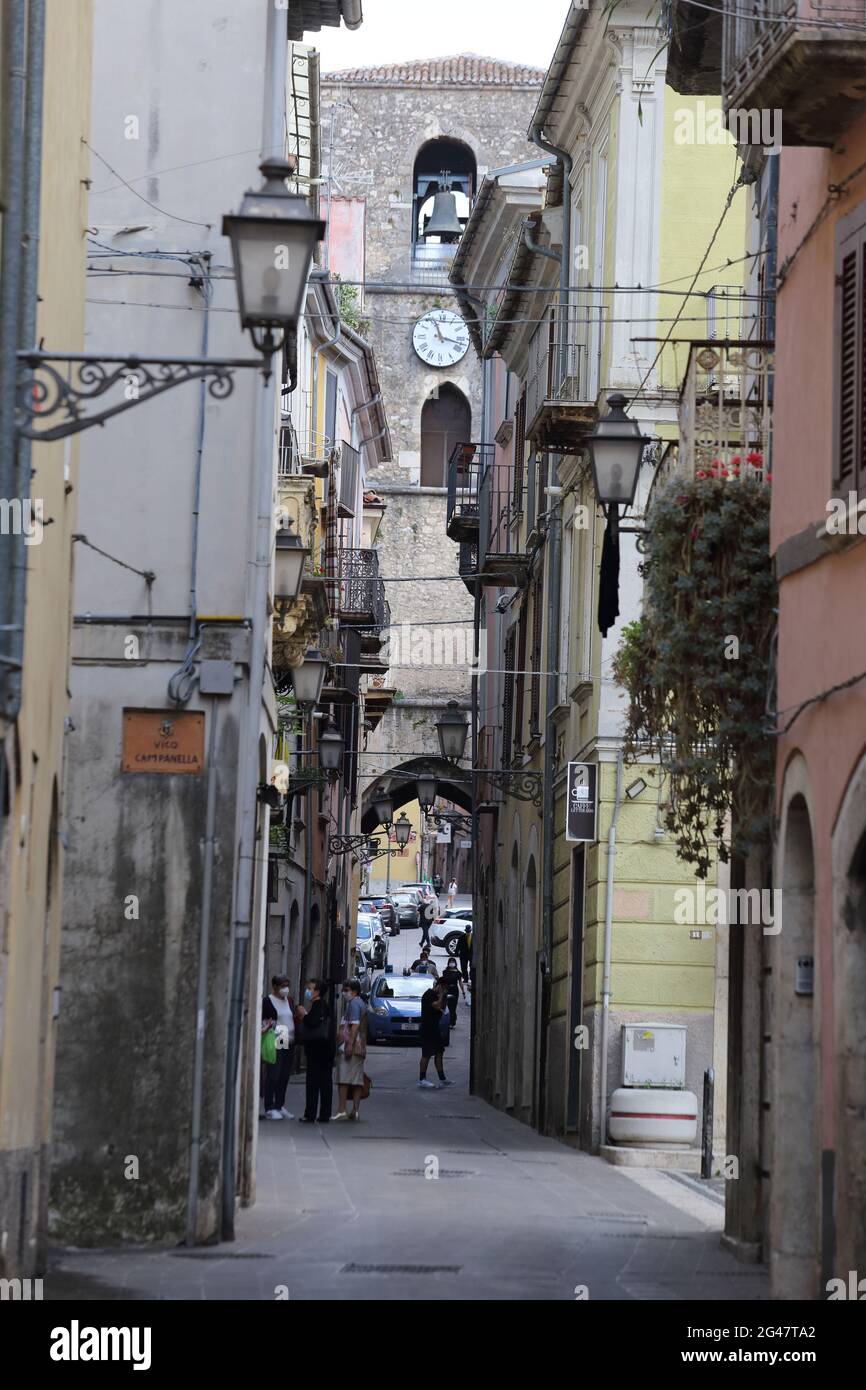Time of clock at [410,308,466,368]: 11:17
